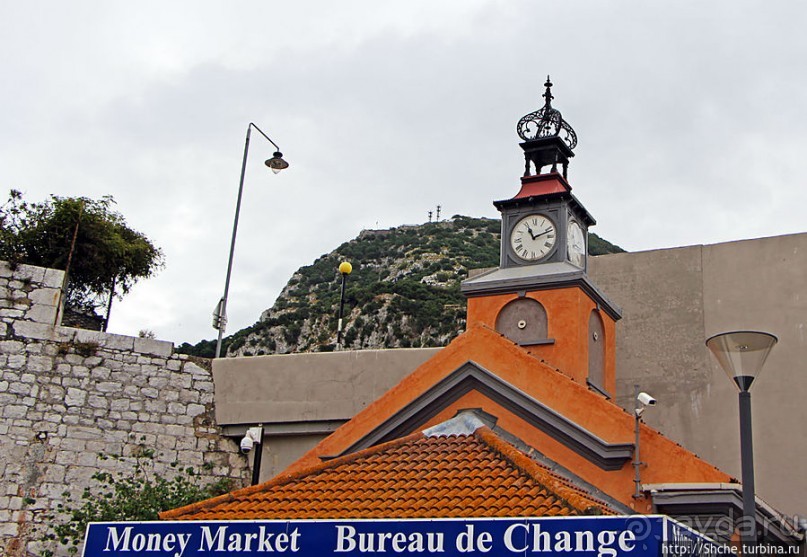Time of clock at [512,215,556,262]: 11:11
